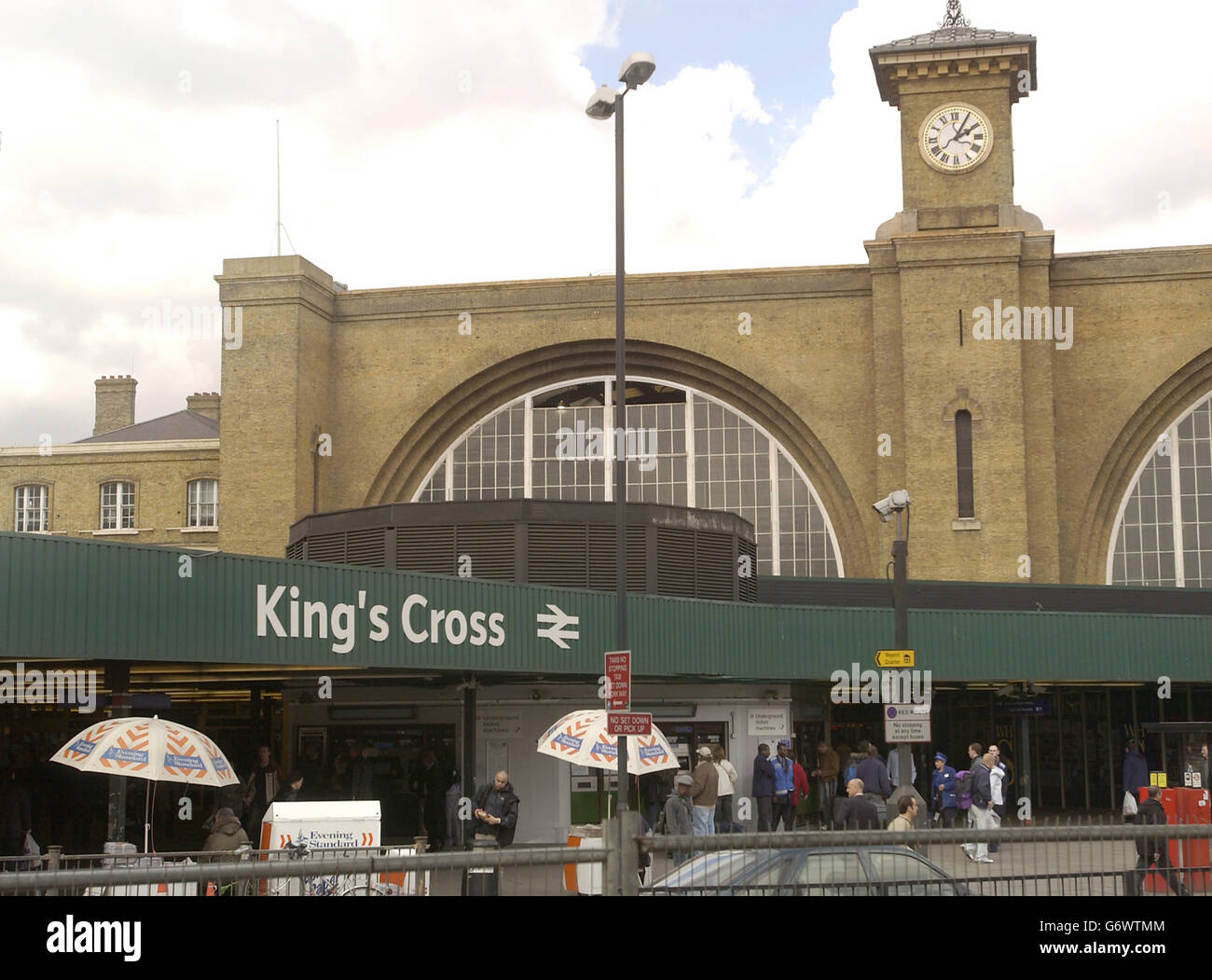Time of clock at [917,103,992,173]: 2:04
